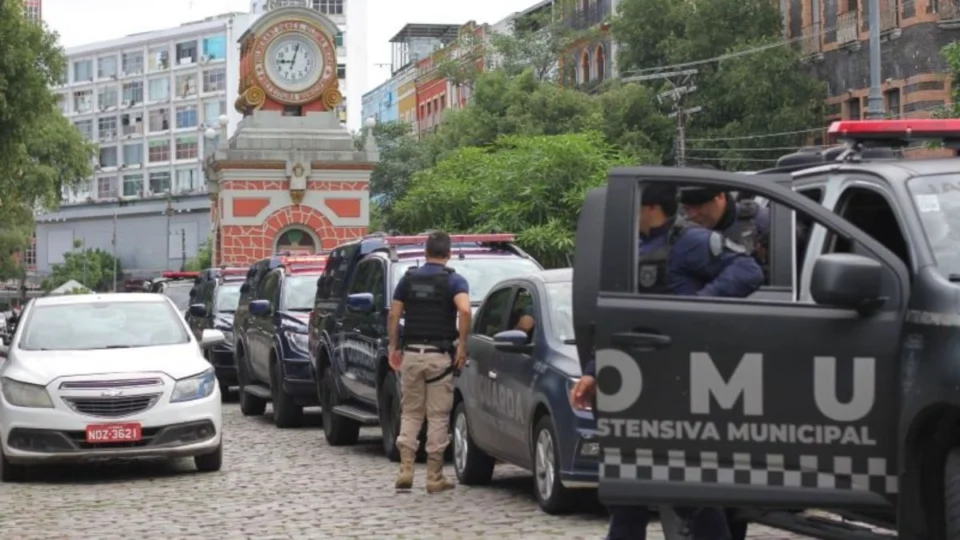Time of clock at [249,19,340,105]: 9:02
